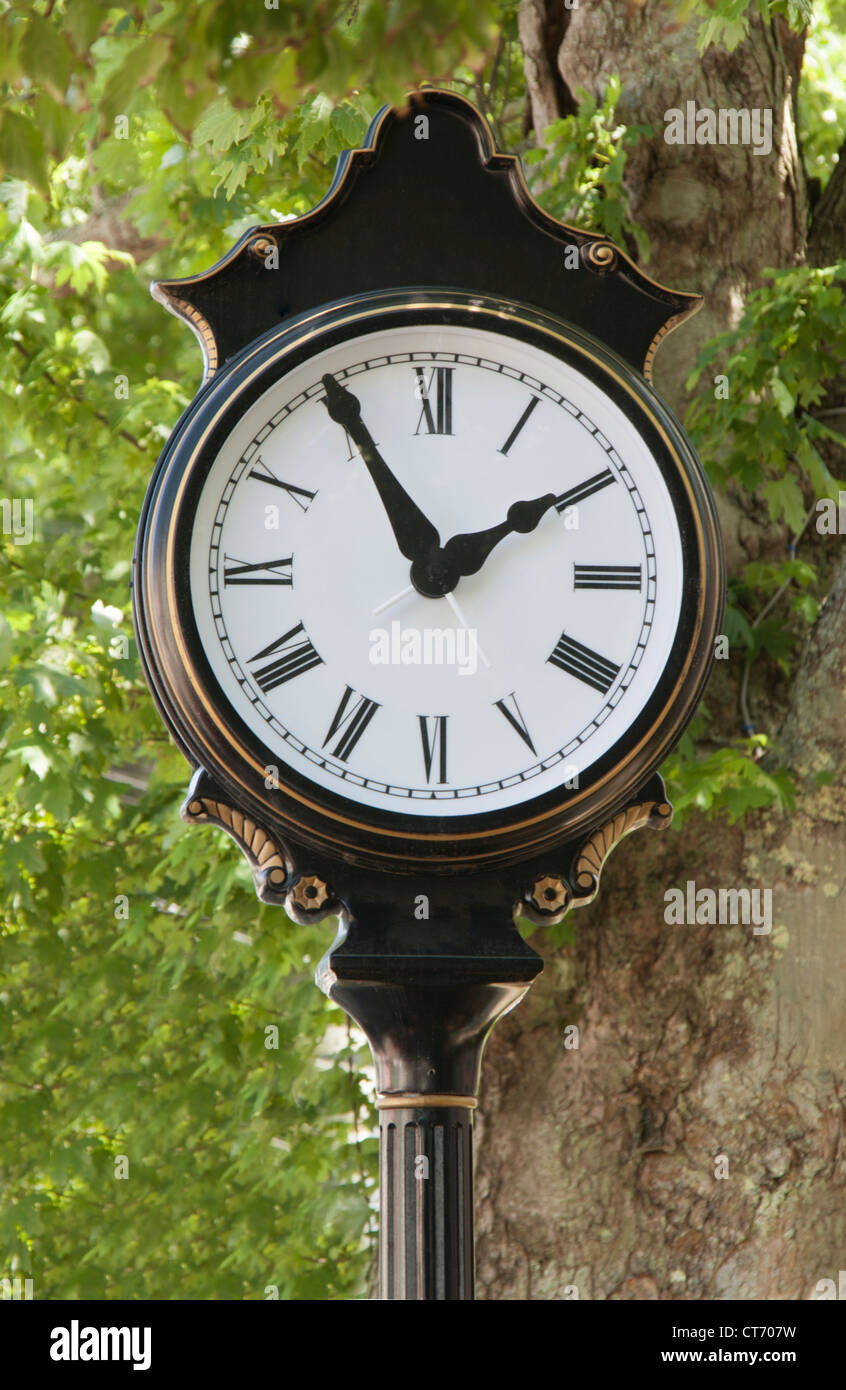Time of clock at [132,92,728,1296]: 1:55
